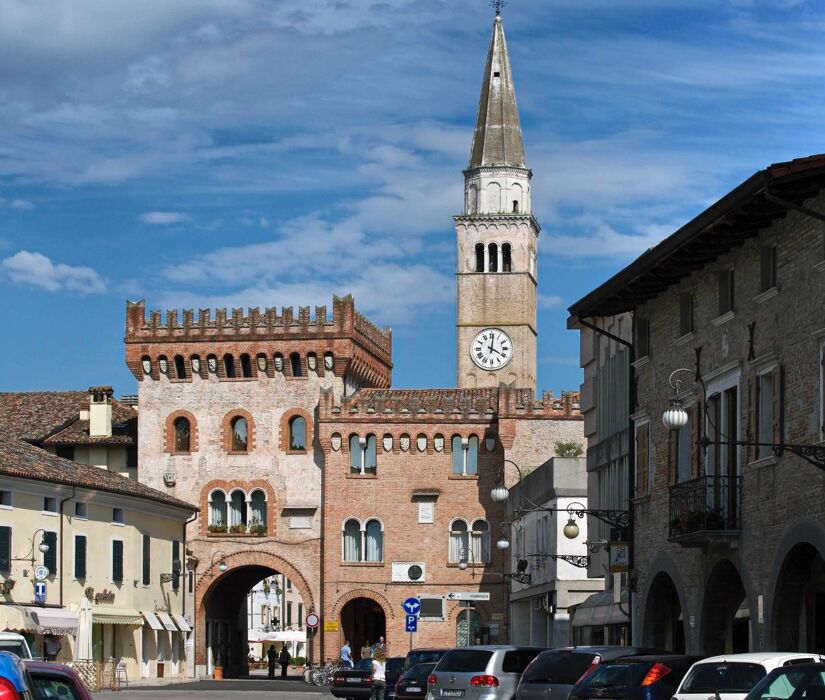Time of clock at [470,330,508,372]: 4:01
